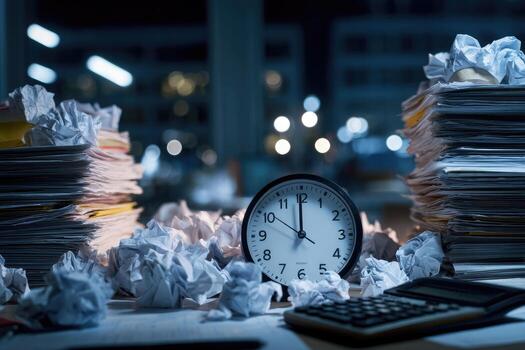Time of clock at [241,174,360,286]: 11:59
